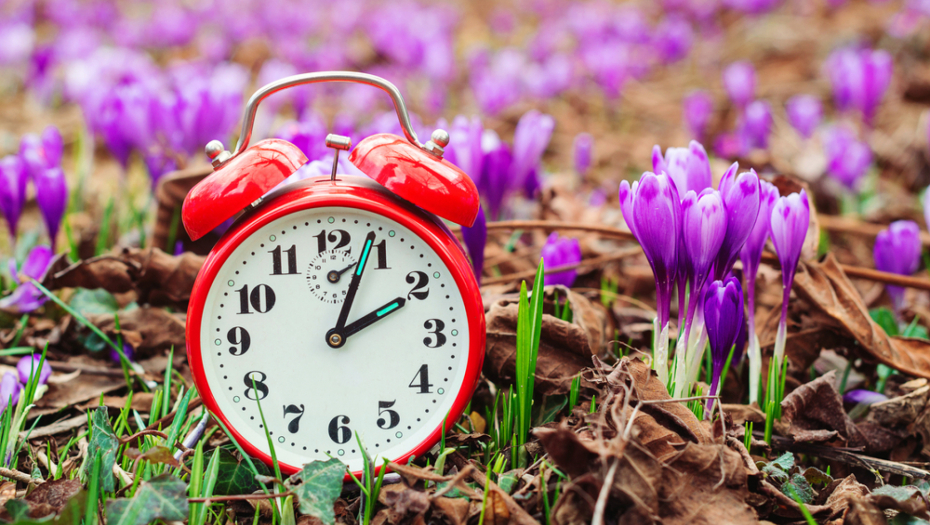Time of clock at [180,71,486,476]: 2:03
